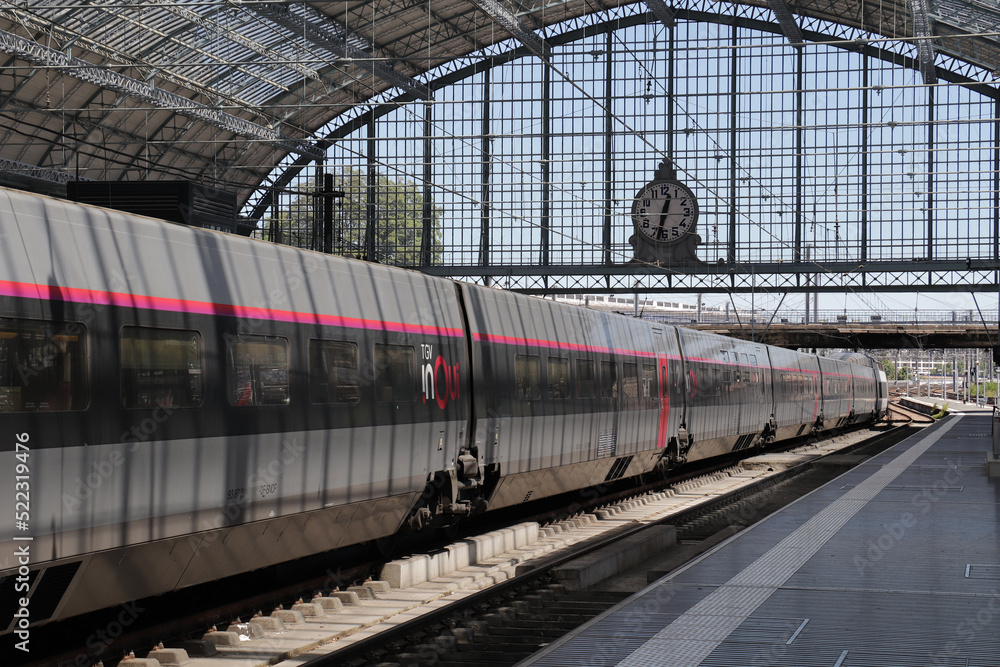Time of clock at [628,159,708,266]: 12:32
